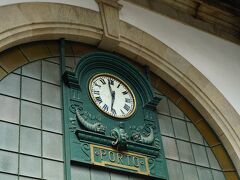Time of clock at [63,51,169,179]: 11:32
